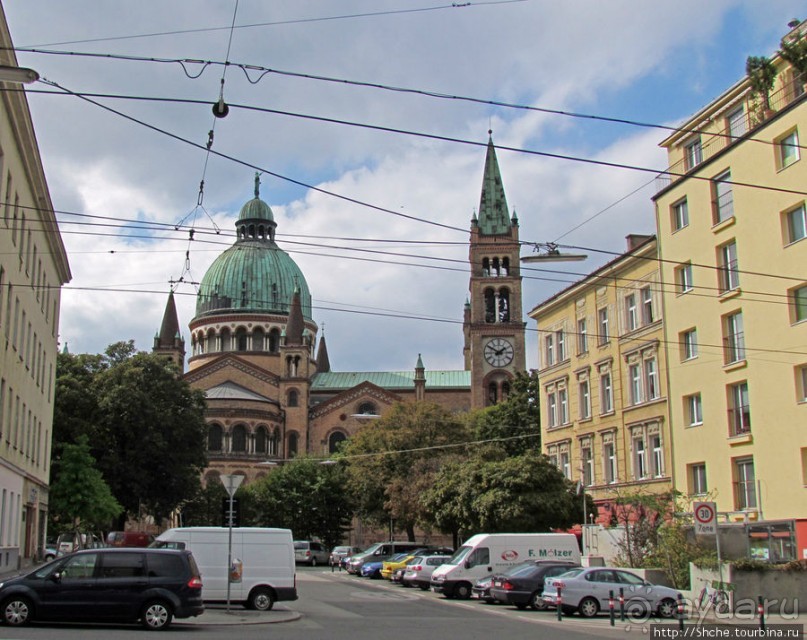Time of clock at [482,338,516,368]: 1:50
